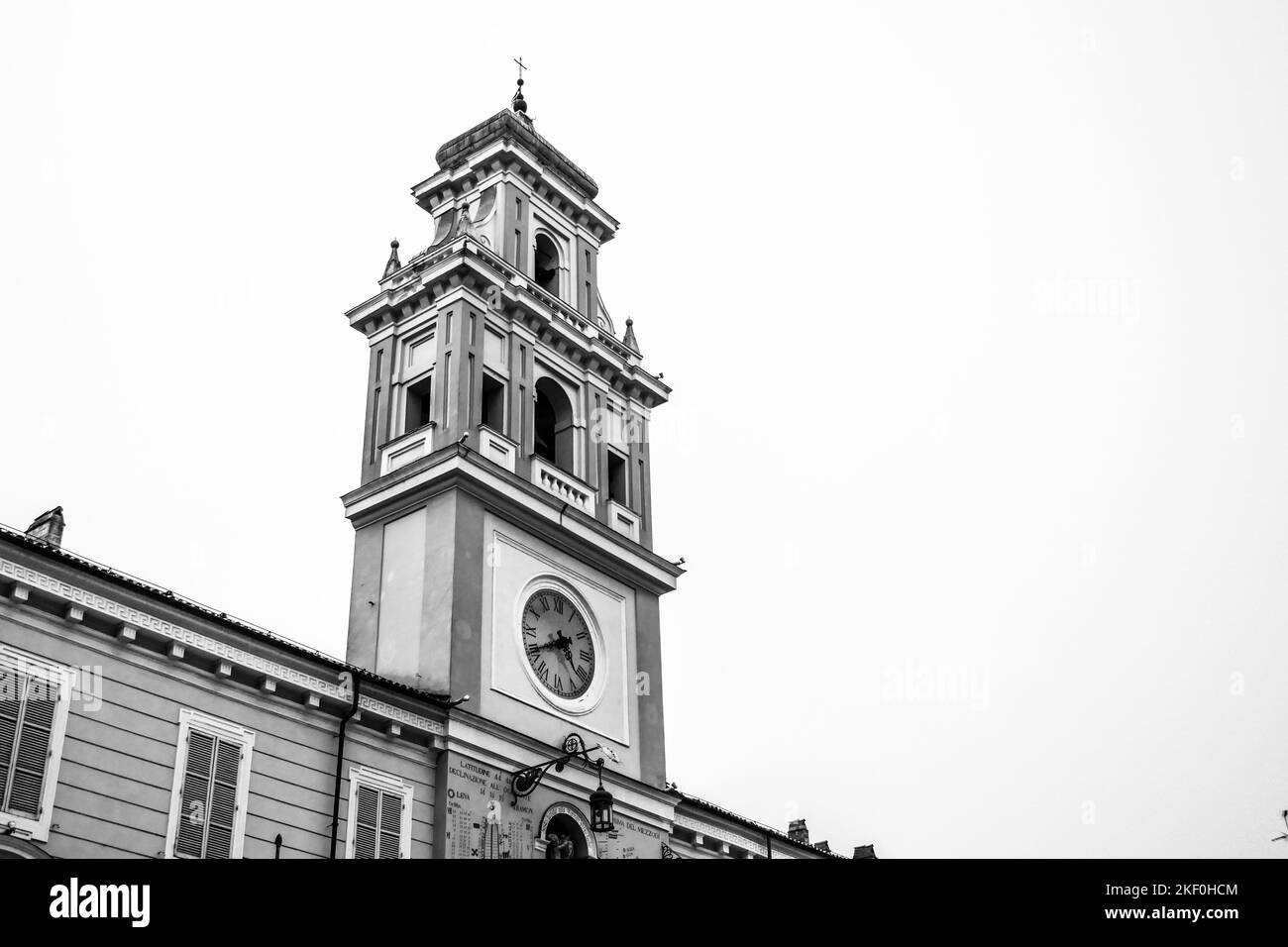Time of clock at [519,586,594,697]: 4:40
